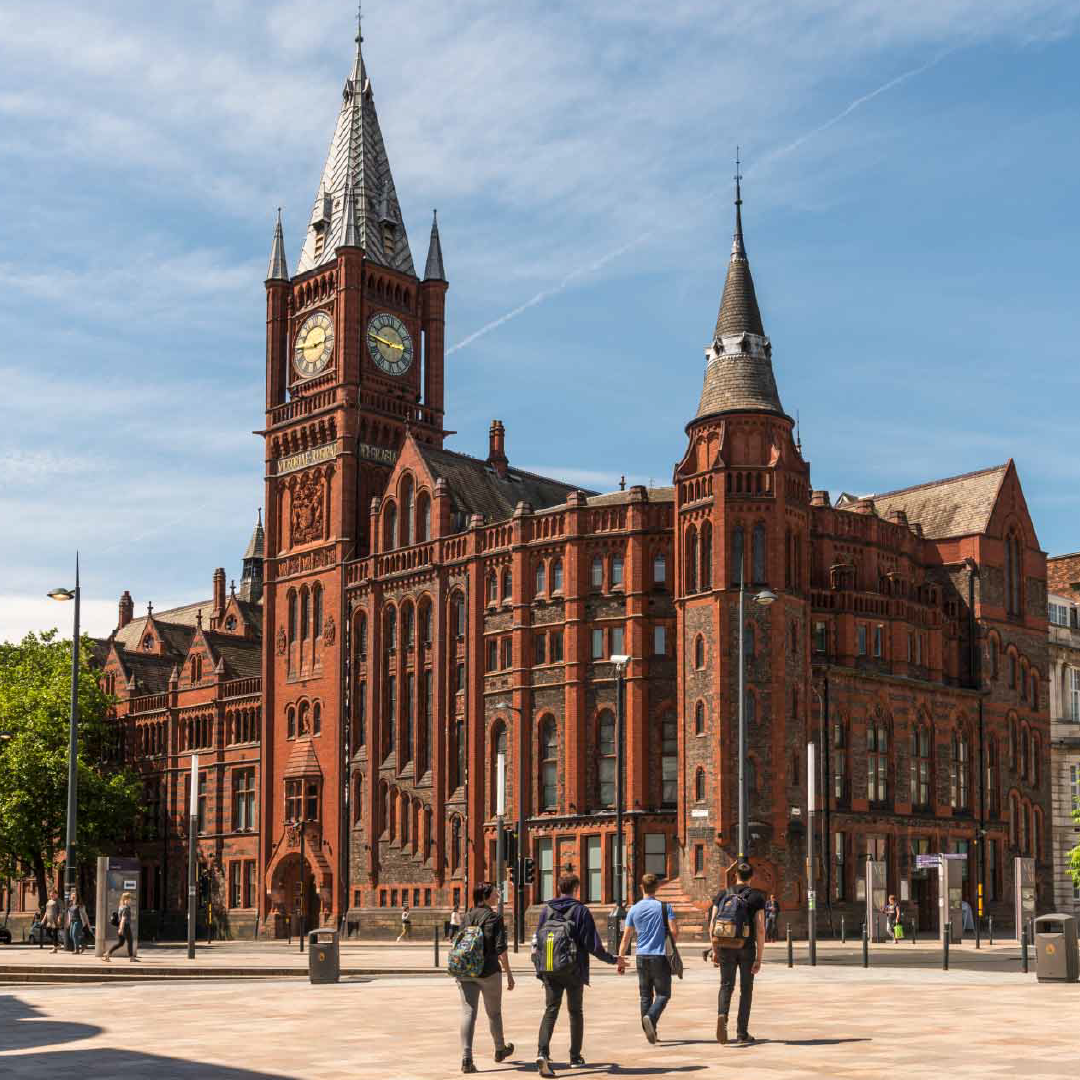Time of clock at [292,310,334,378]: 2:45
